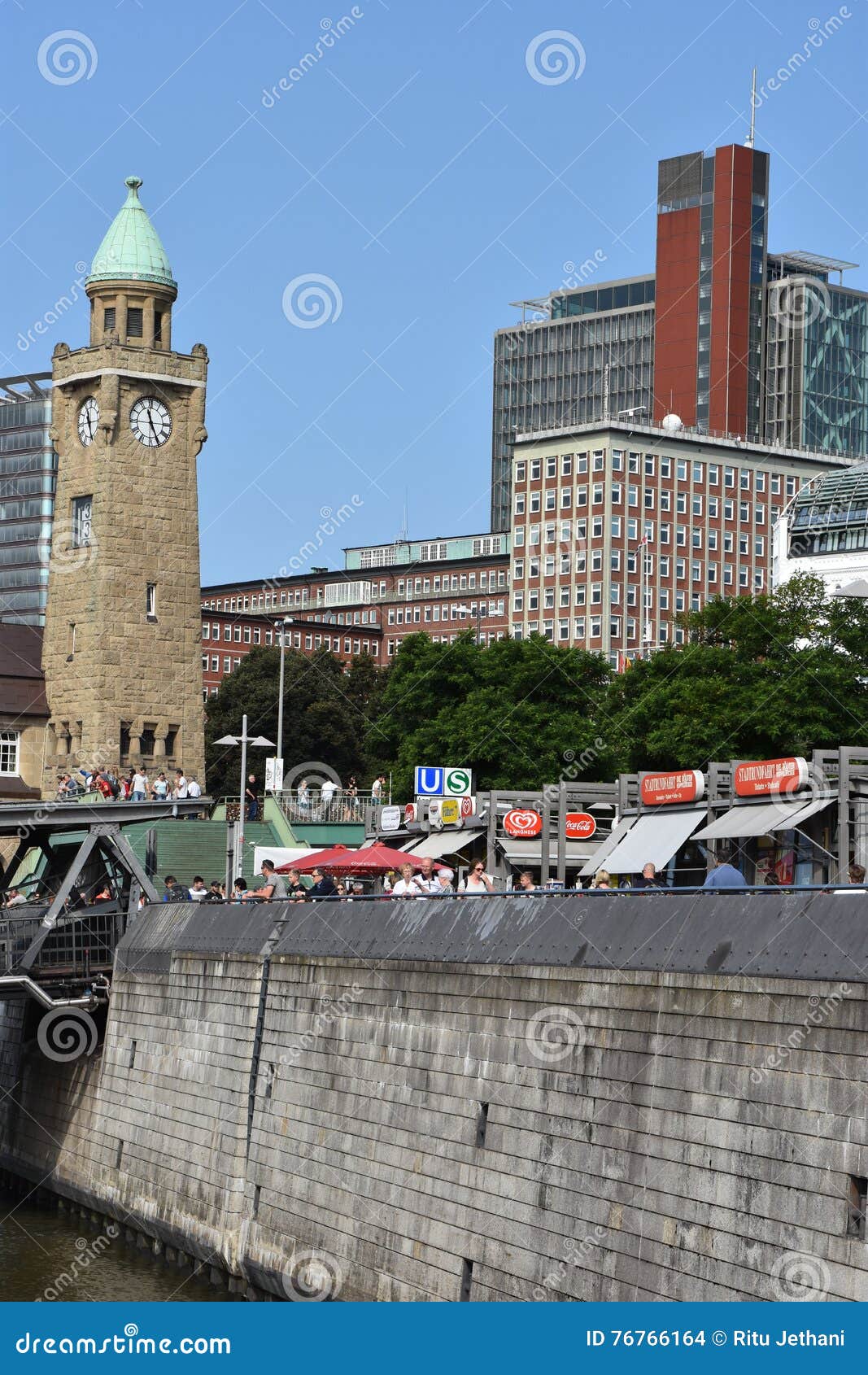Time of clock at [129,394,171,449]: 11:25
